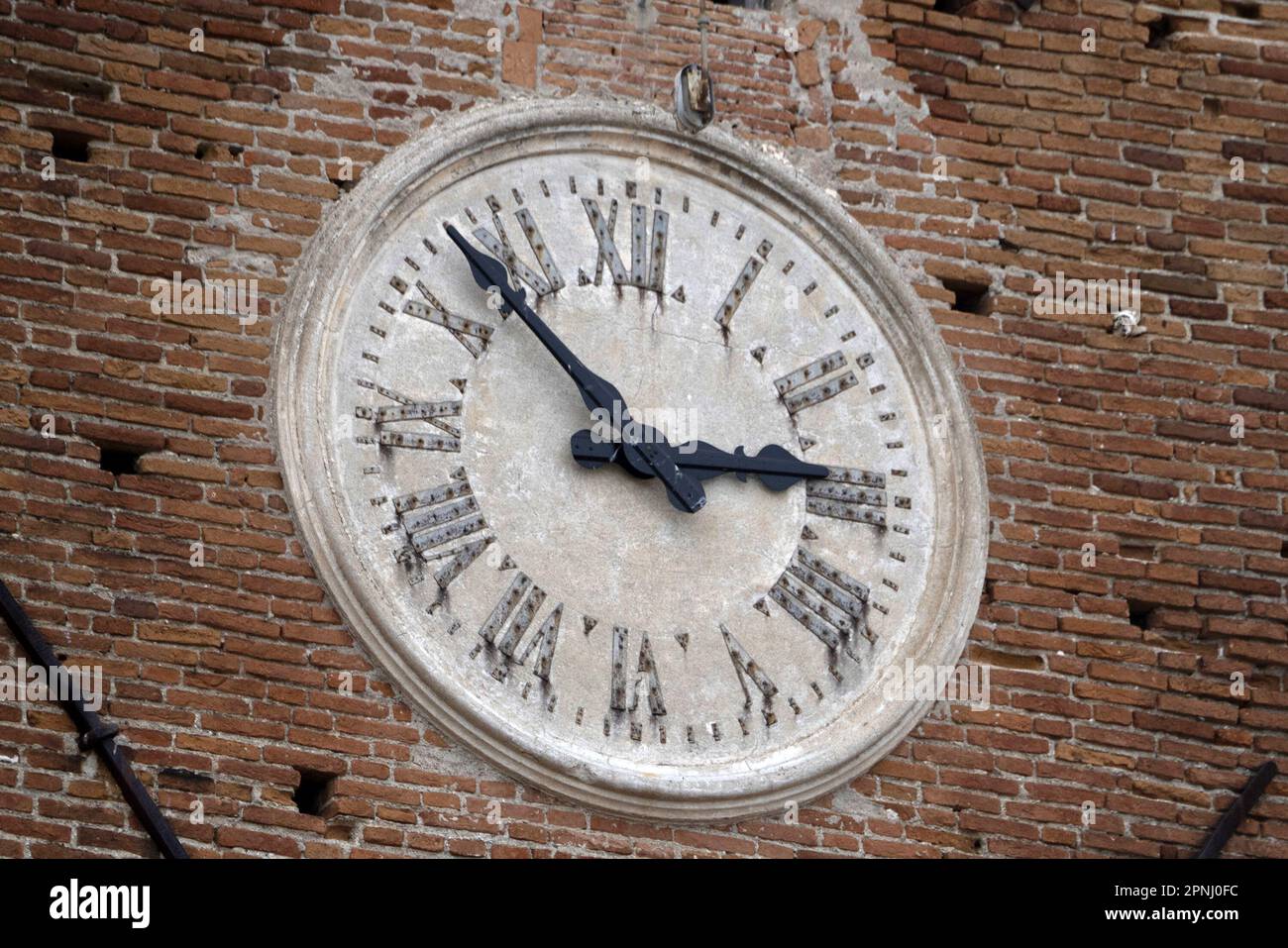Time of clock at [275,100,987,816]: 2:52
